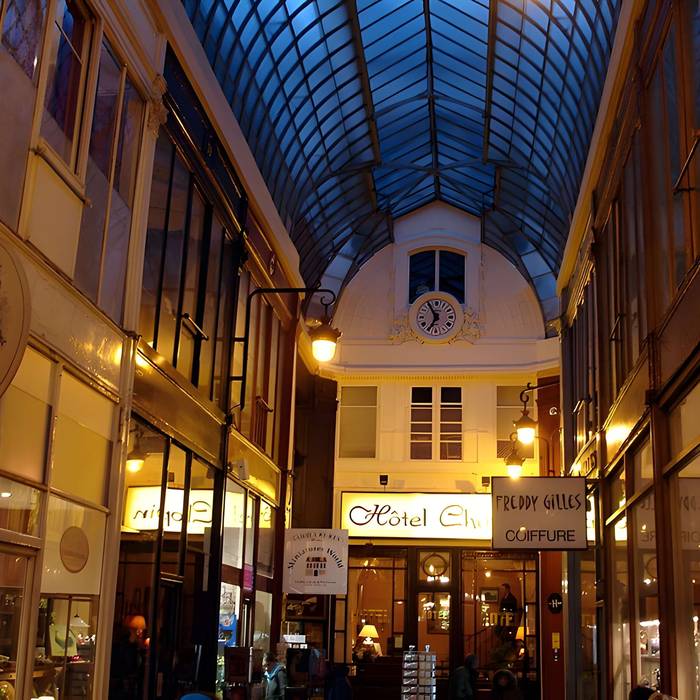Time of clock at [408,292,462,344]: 6:54
